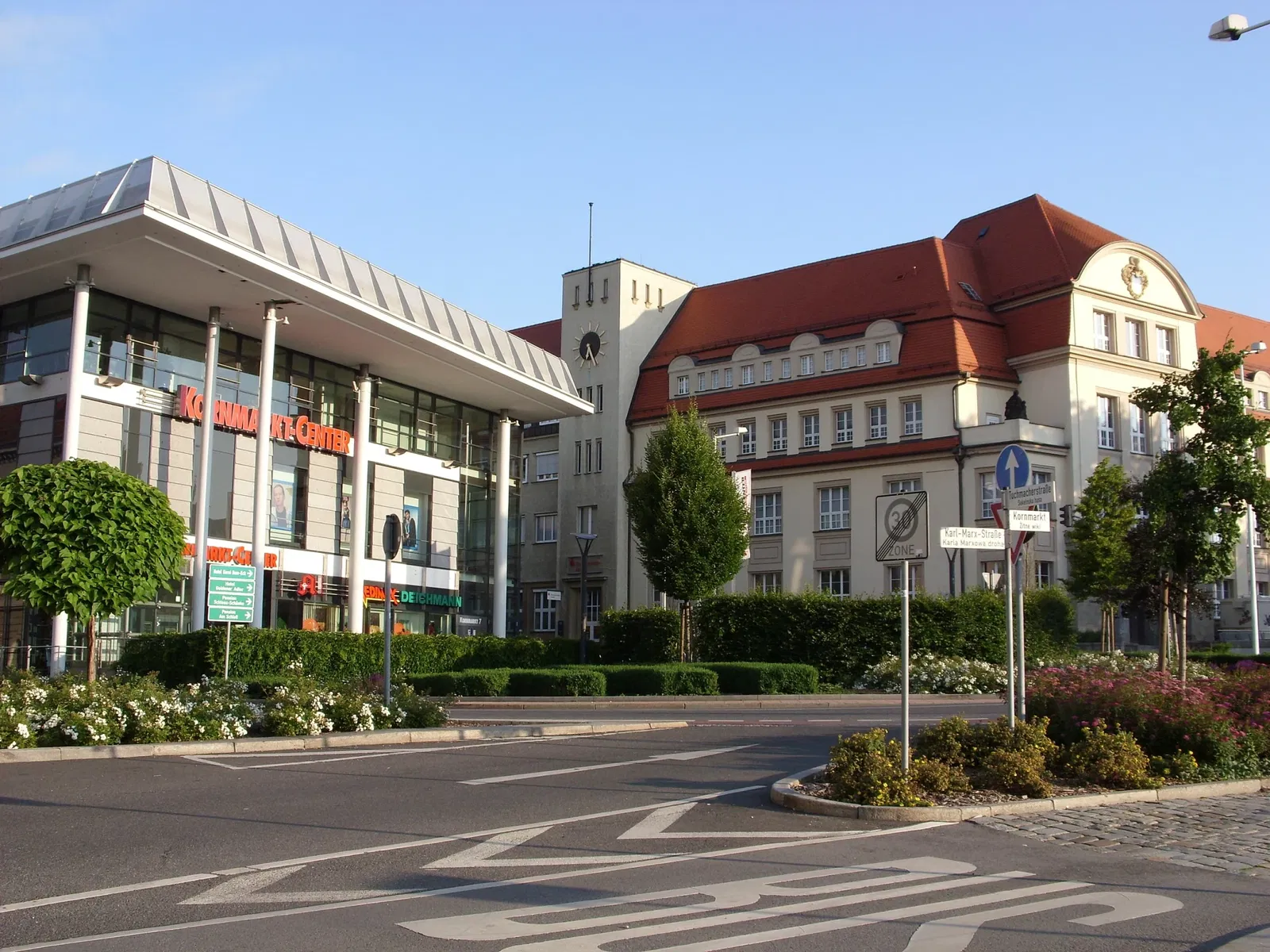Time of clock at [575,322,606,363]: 6:25
